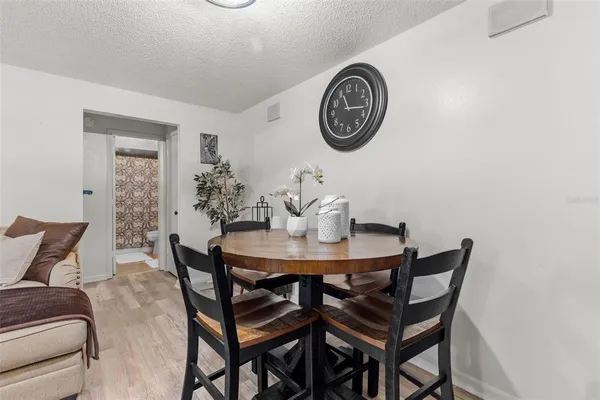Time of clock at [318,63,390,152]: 11:16
